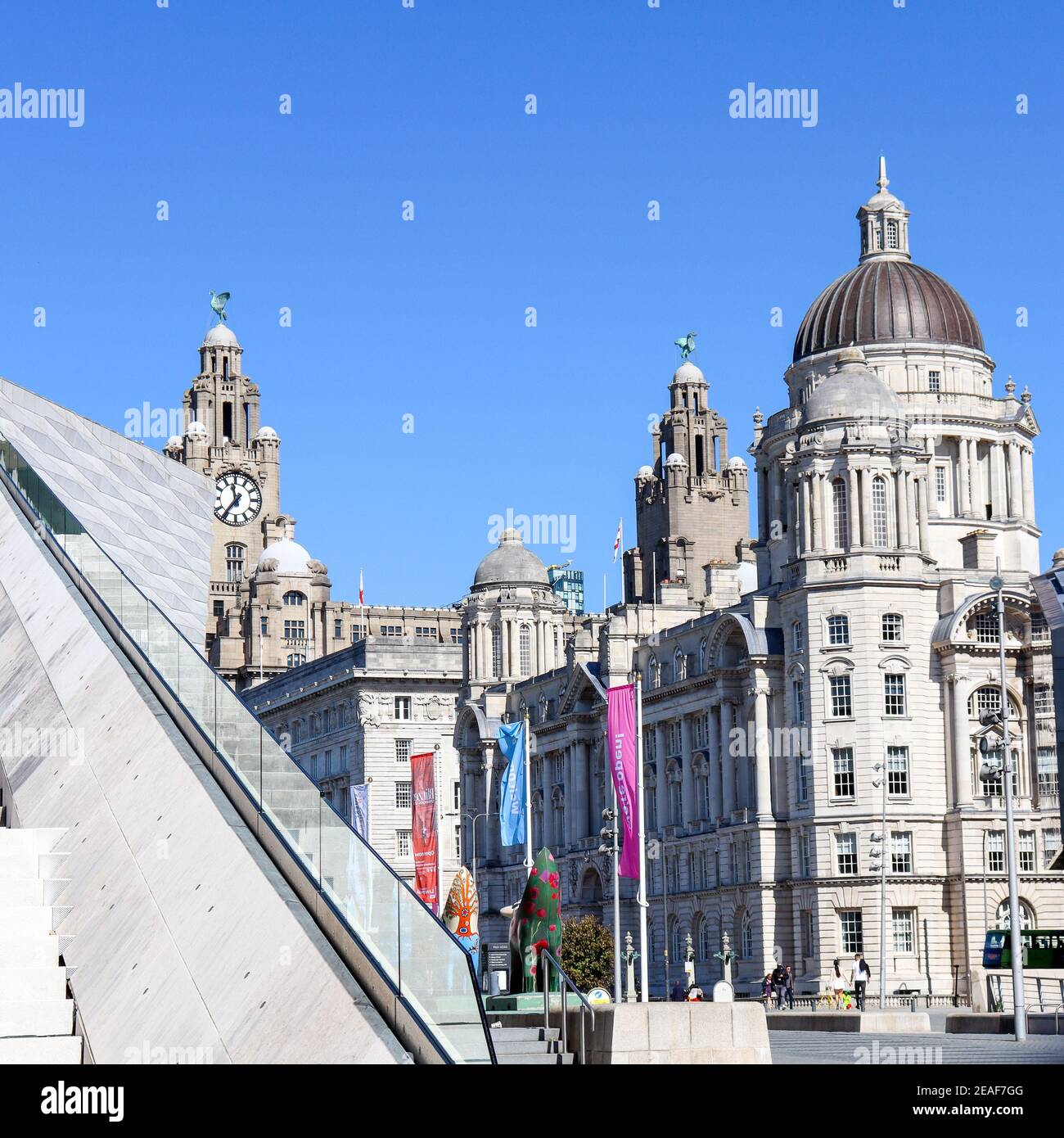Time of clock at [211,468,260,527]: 11:36
